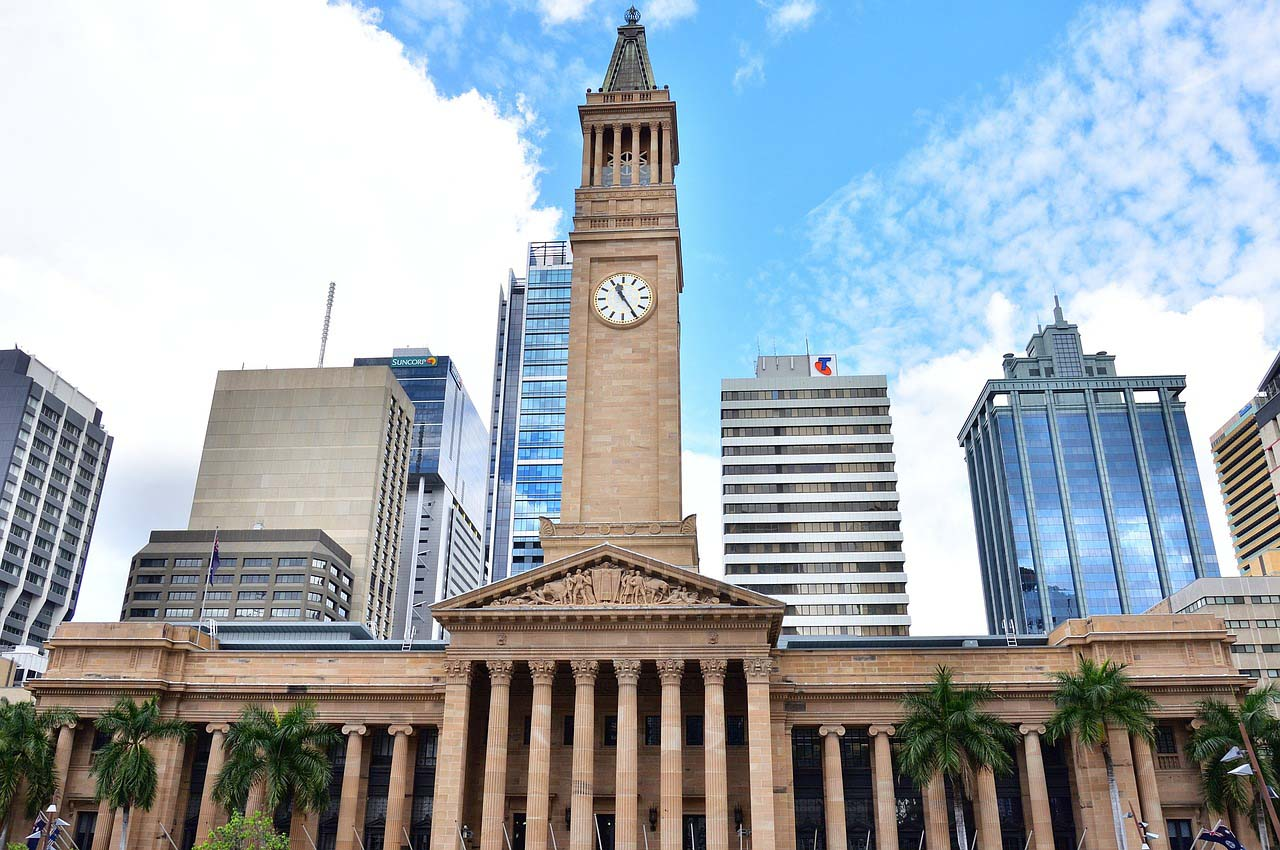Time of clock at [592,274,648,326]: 11:24
